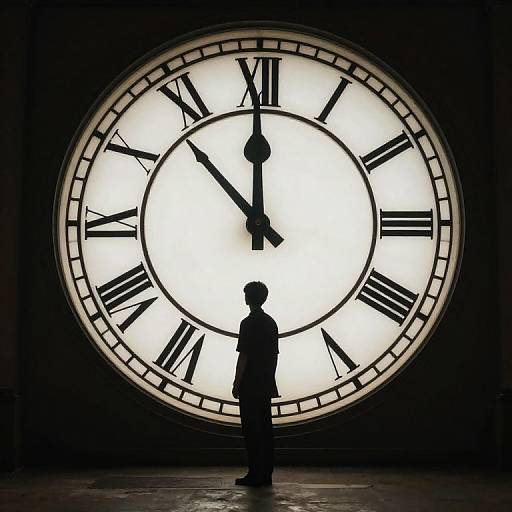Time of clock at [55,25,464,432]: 11:52
